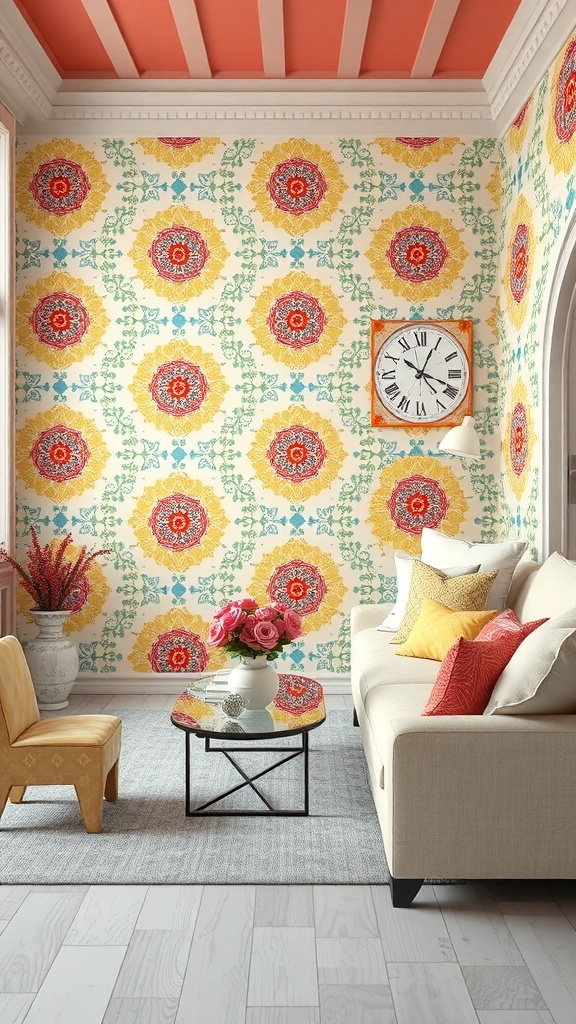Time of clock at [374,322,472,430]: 10:18
